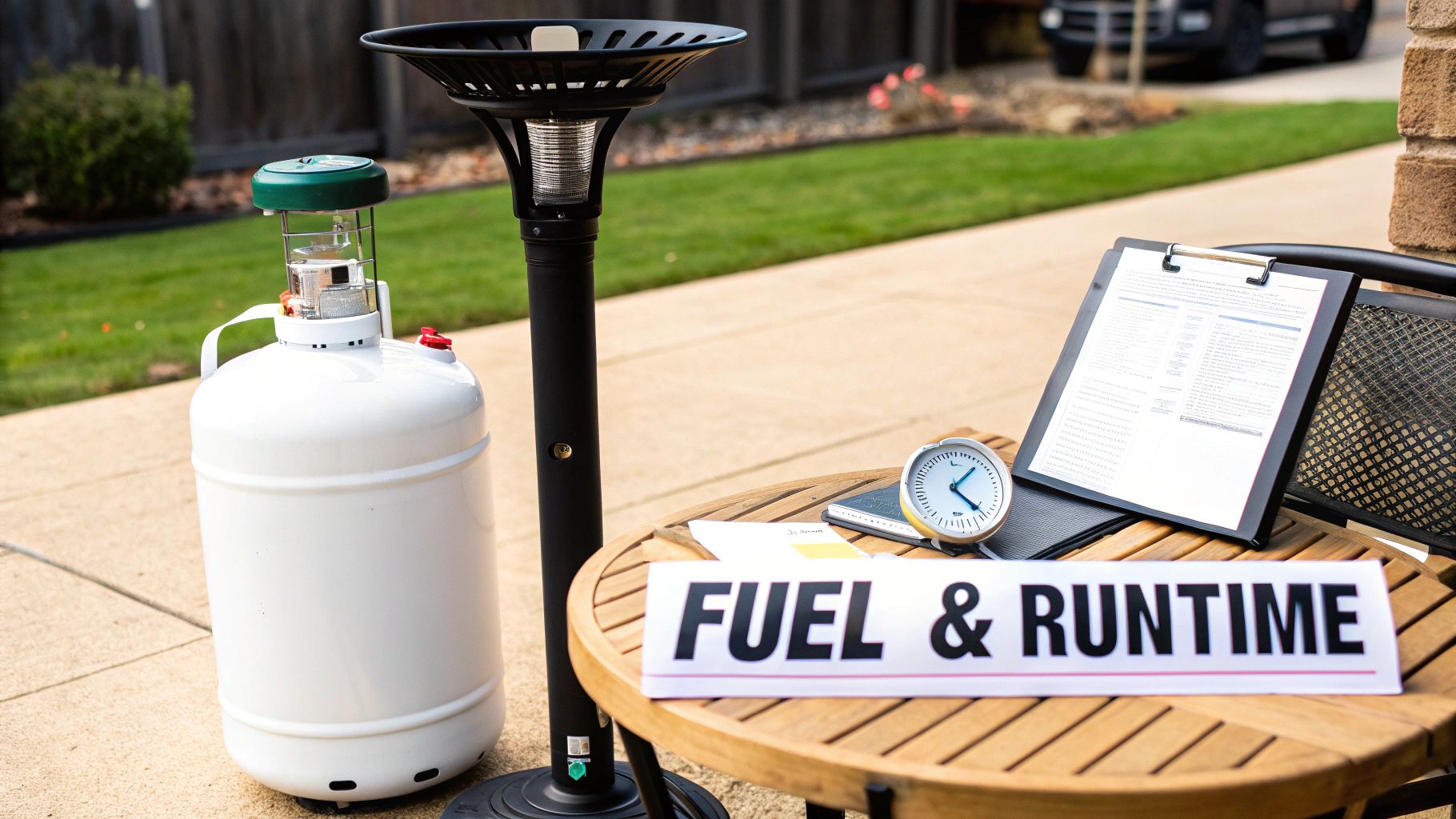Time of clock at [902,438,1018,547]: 1:22
